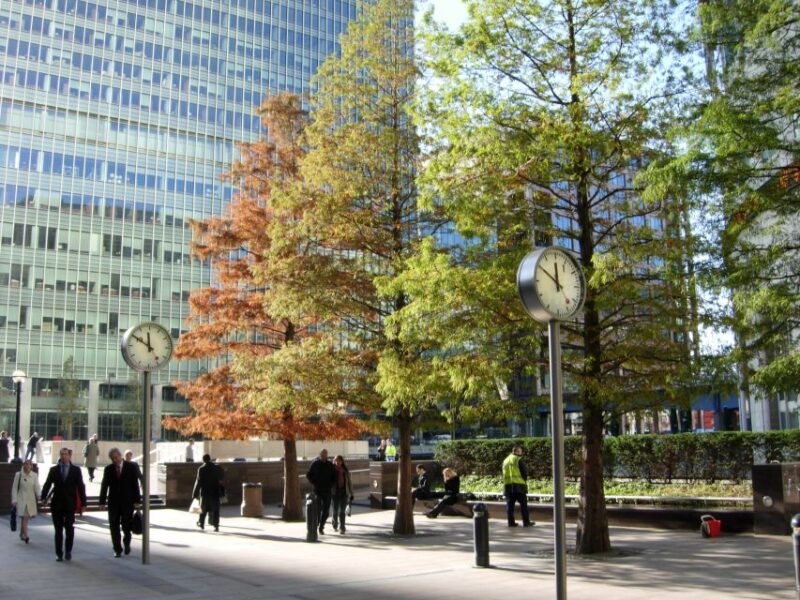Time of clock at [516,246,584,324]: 11:50
